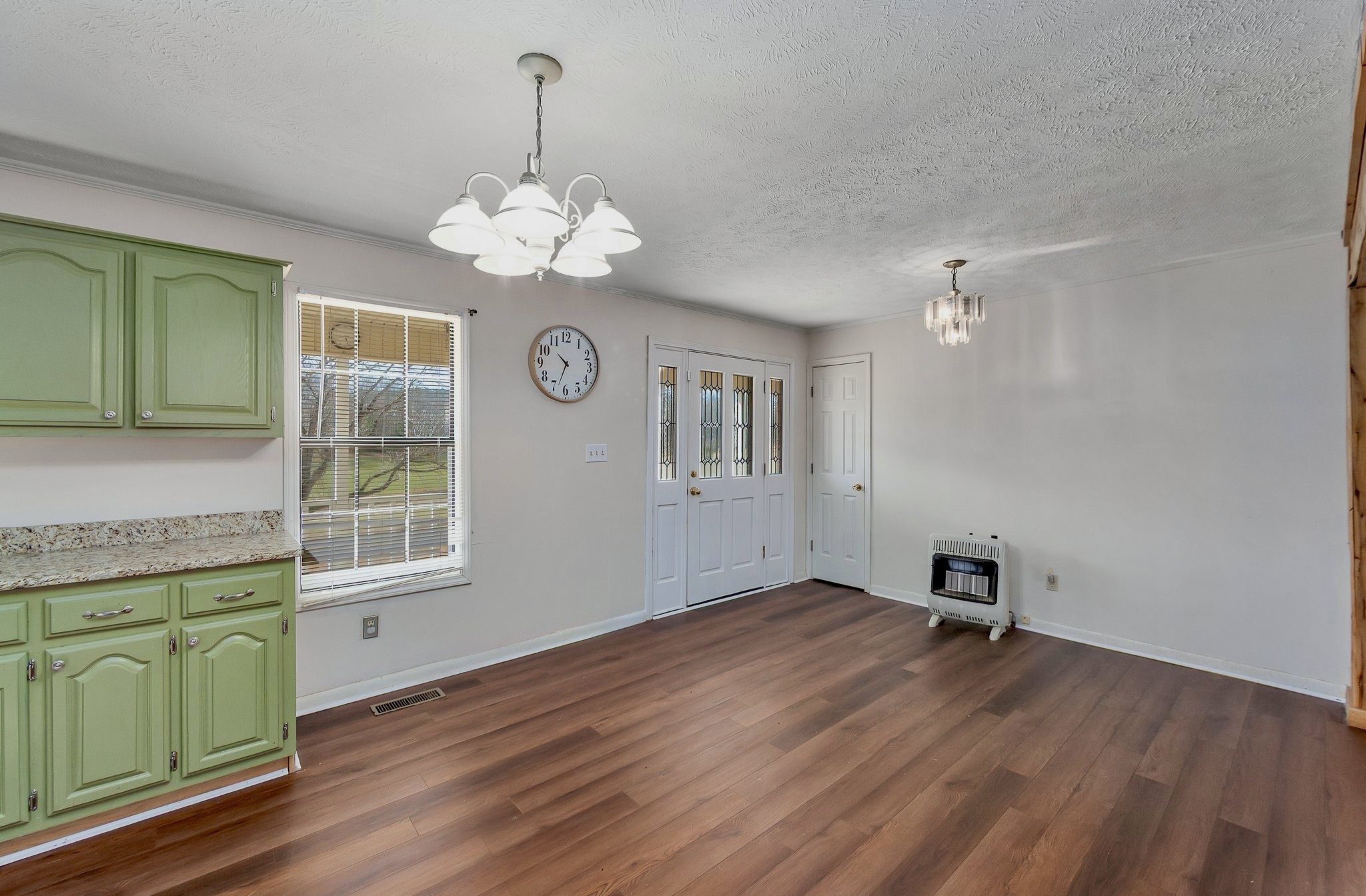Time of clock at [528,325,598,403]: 10:33
